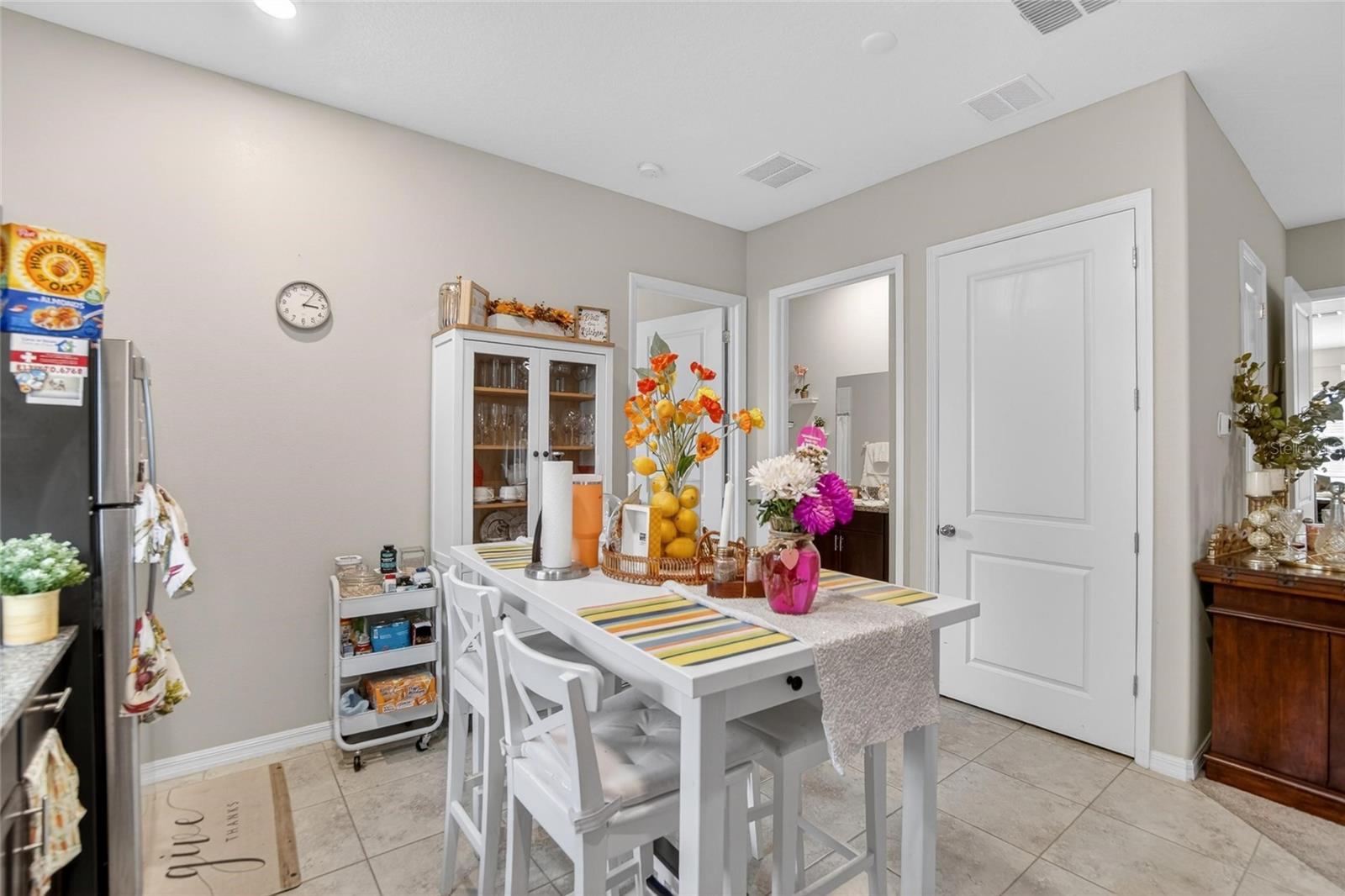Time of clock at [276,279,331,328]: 3:06
